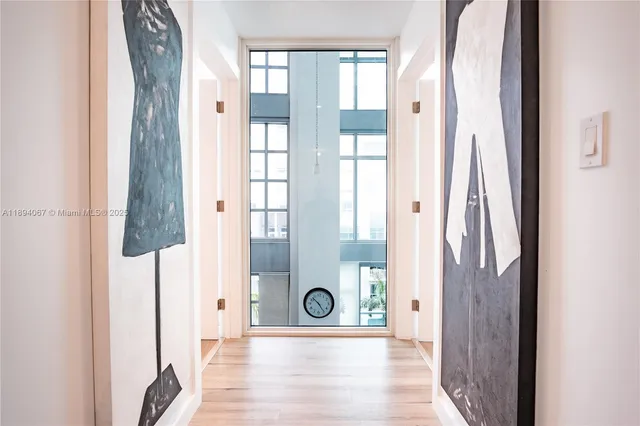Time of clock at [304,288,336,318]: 10:24
